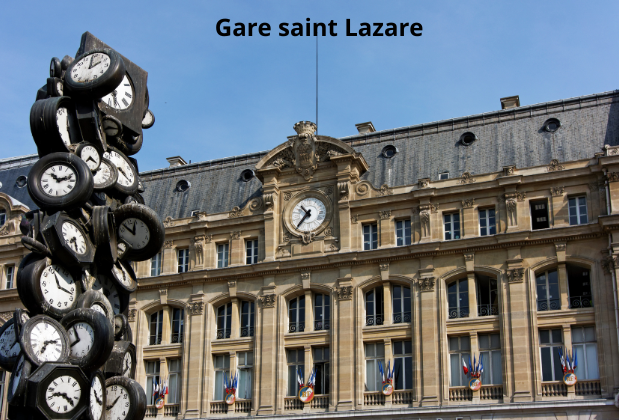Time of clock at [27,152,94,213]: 10:12
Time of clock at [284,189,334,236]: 10:36
